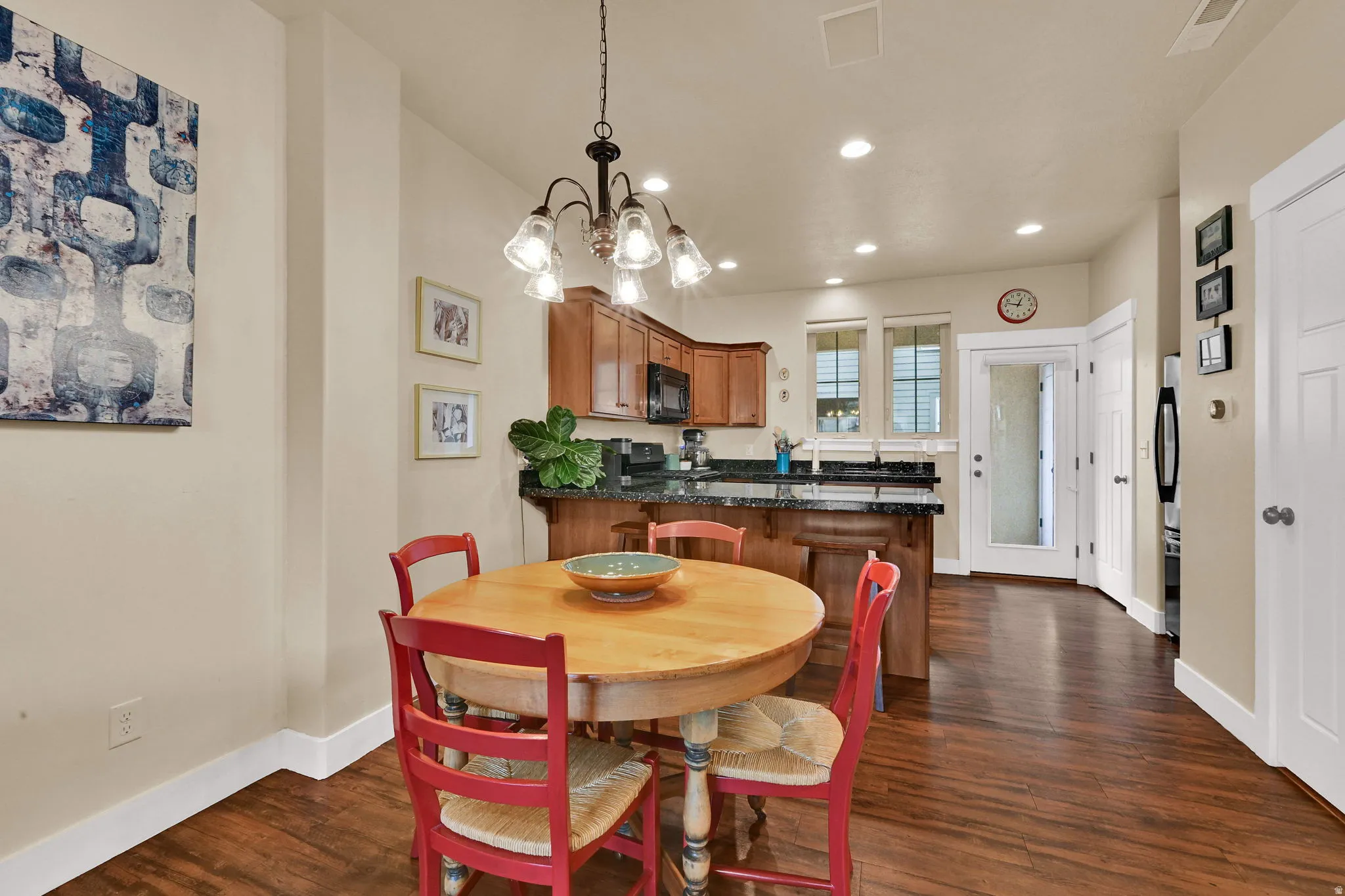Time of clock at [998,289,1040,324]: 12:47
